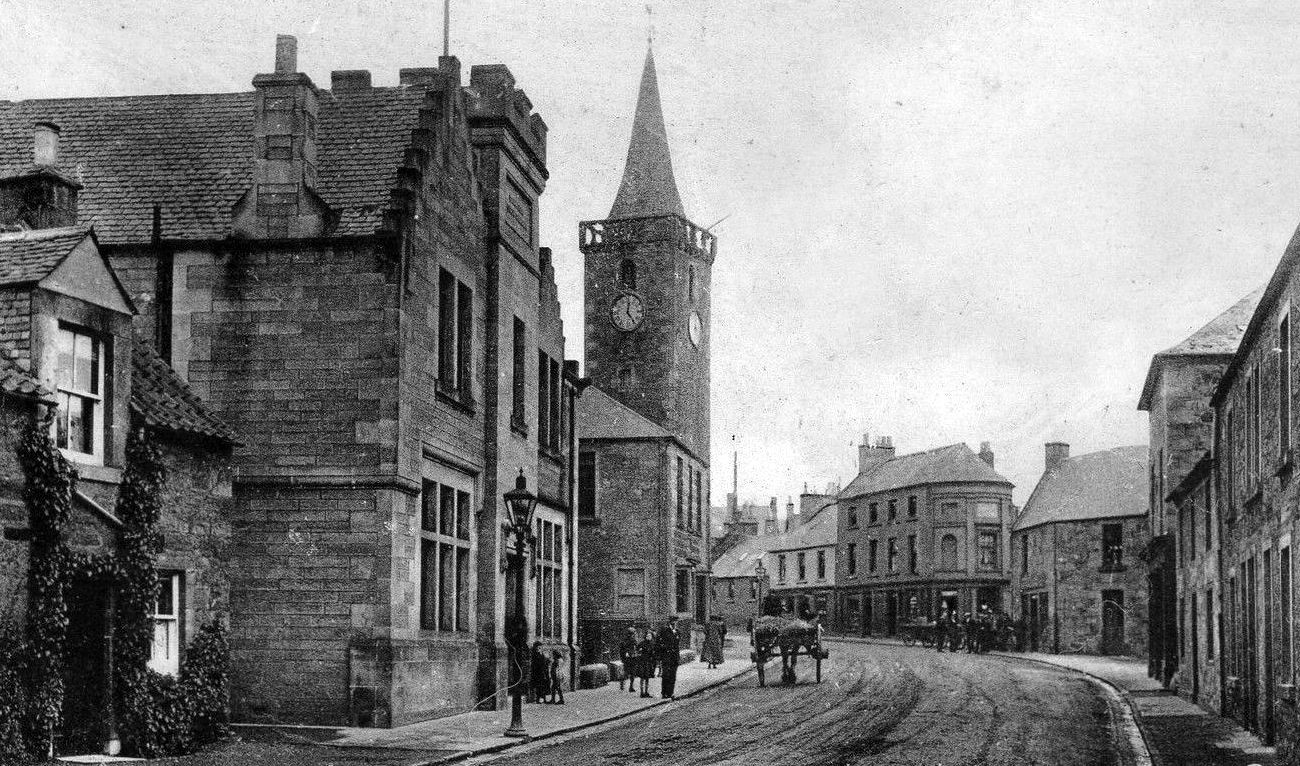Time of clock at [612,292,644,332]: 12:23
